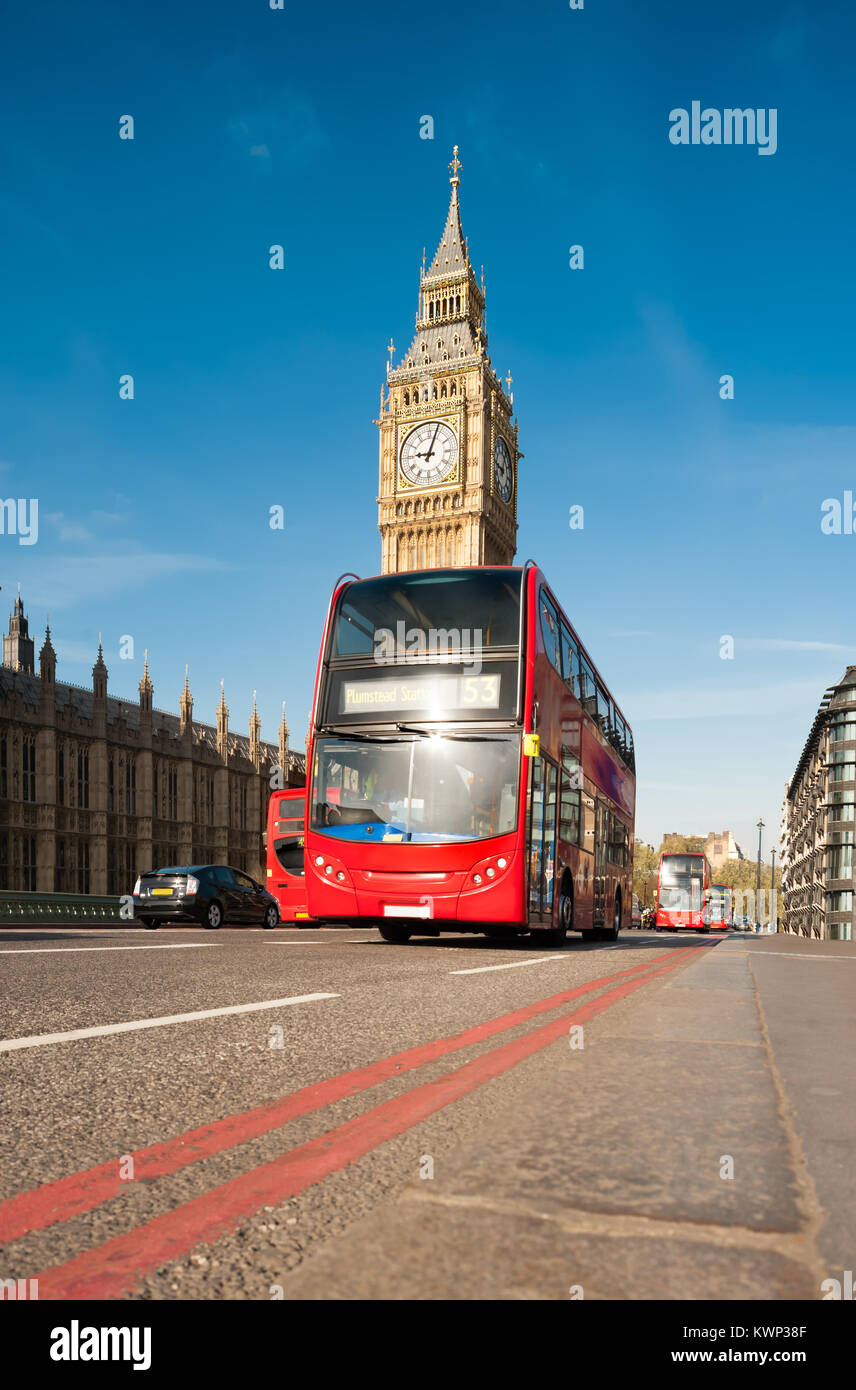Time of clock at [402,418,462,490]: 9:03
